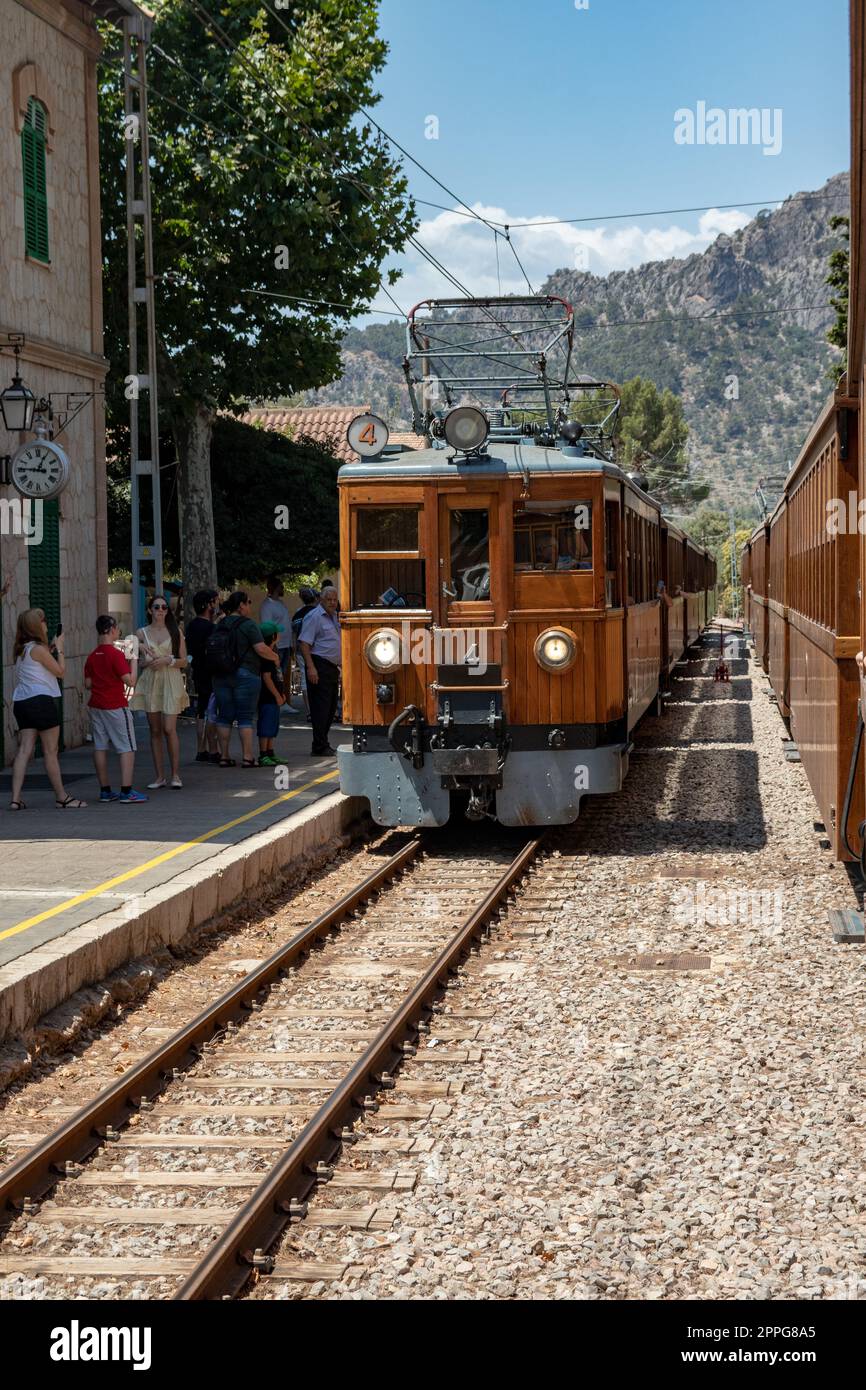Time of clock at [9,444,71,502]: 12:46
